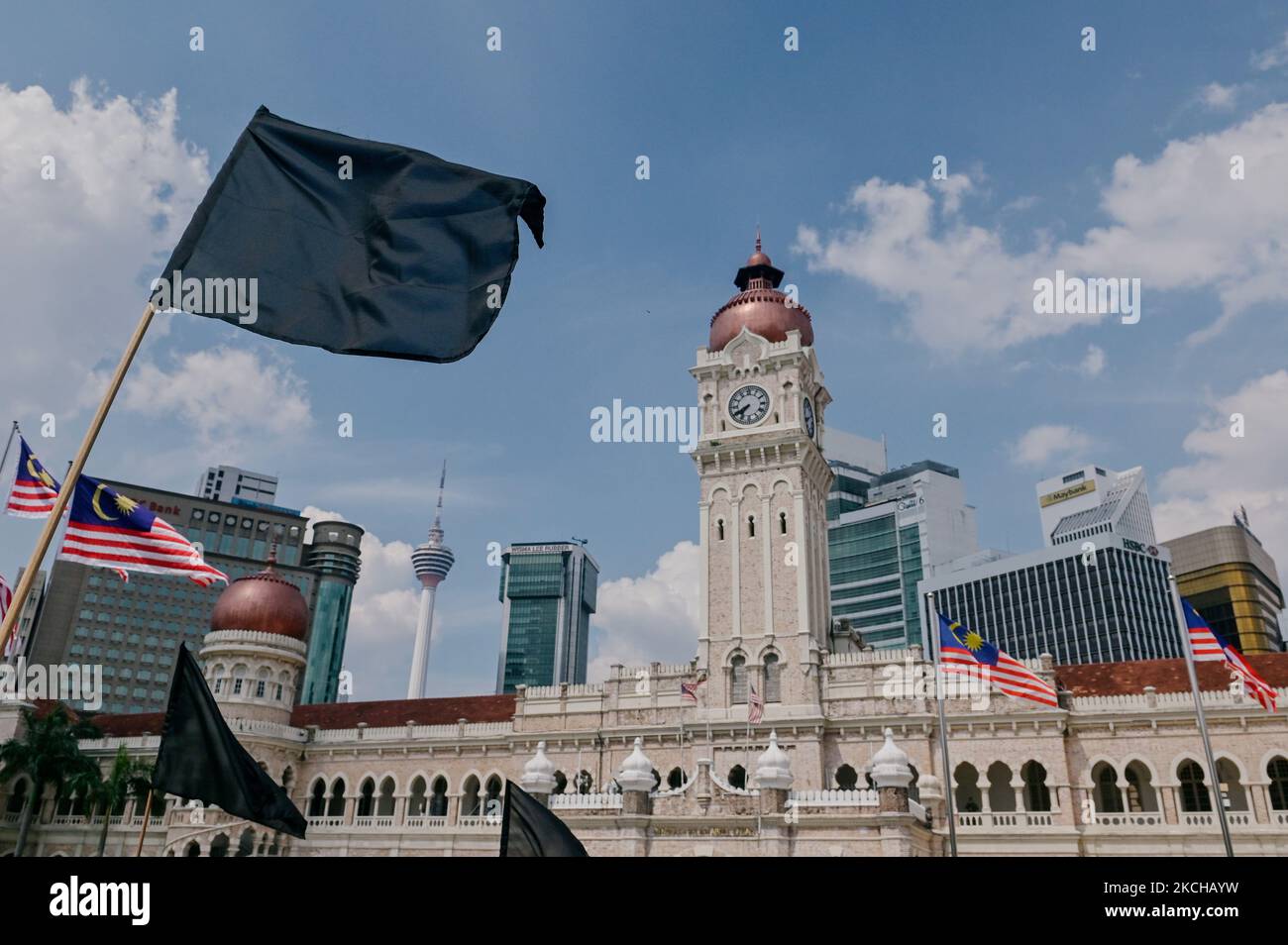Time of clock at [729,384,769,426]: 7:40
